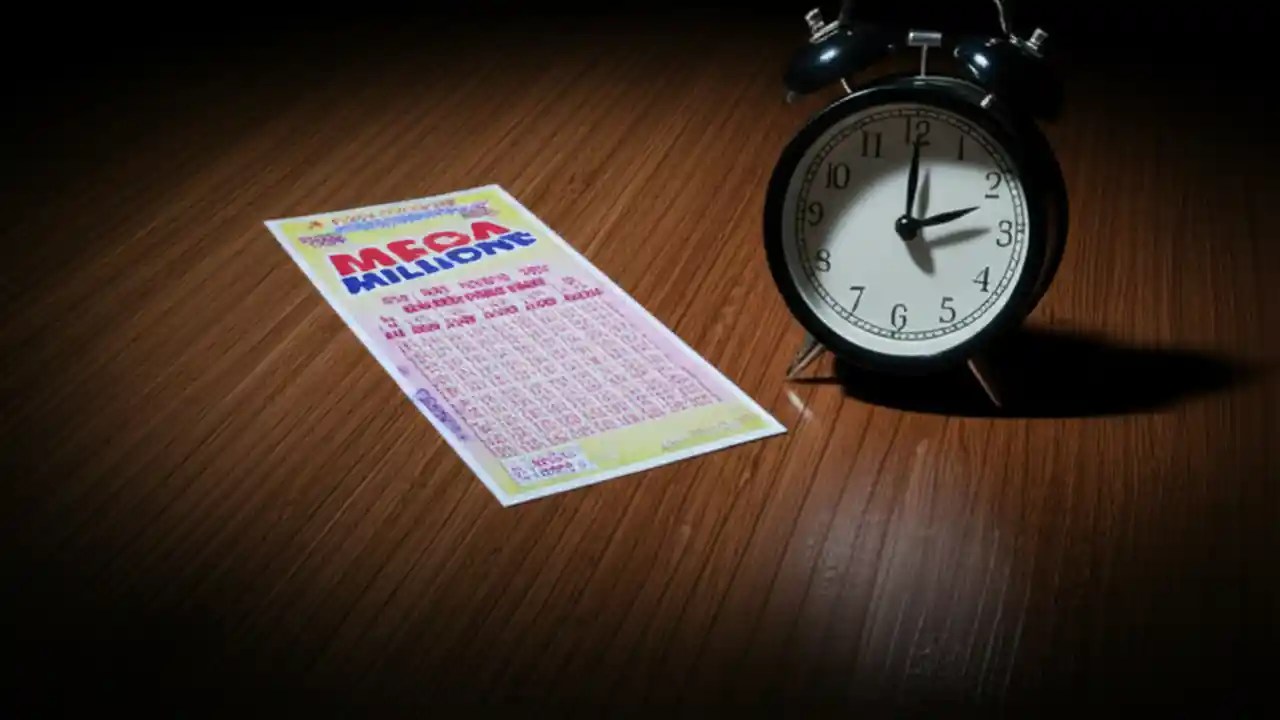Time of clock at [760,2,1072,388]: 2:00
